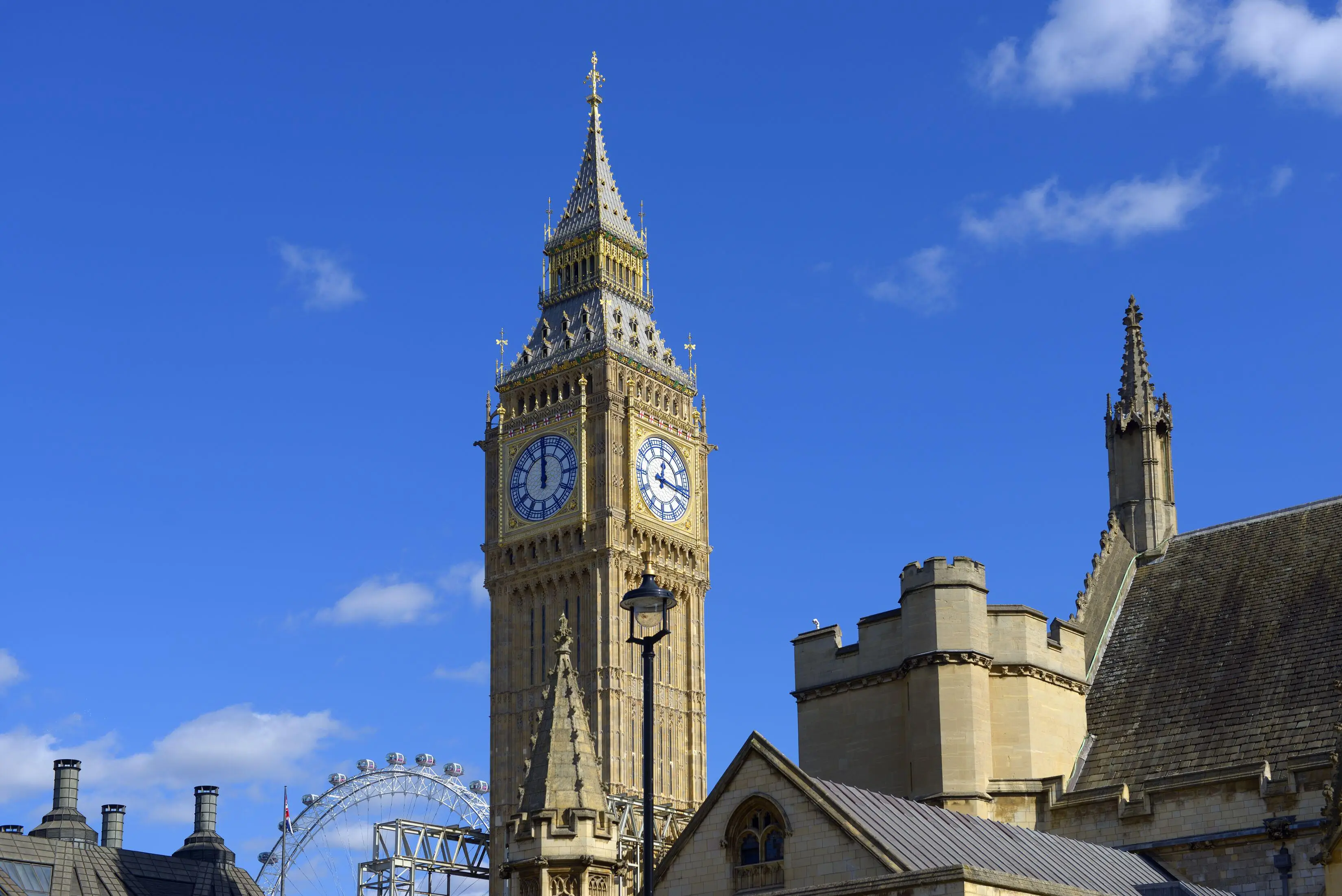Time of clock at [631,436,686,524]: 12:16
